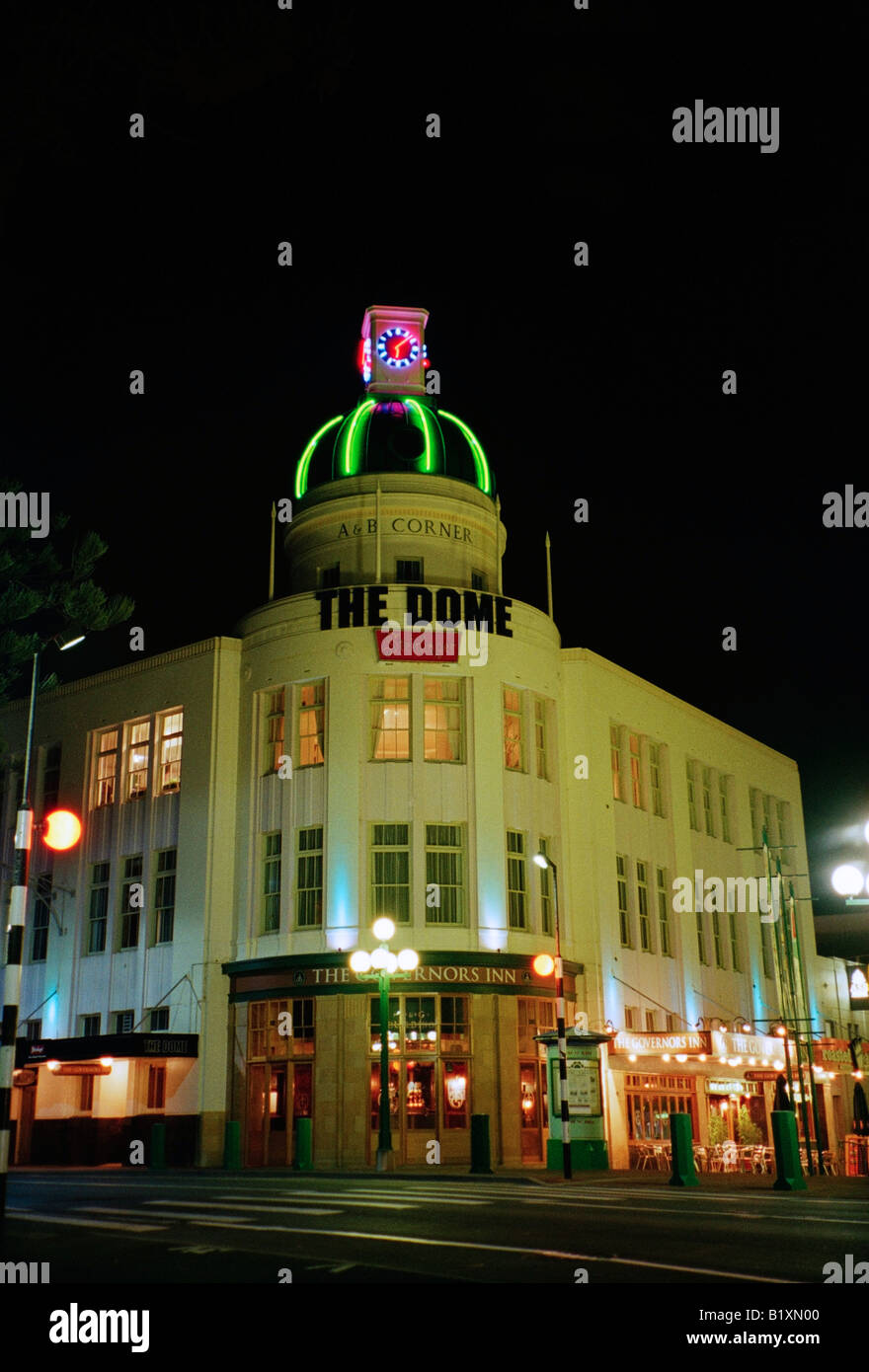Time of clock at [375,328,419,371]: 6:08
